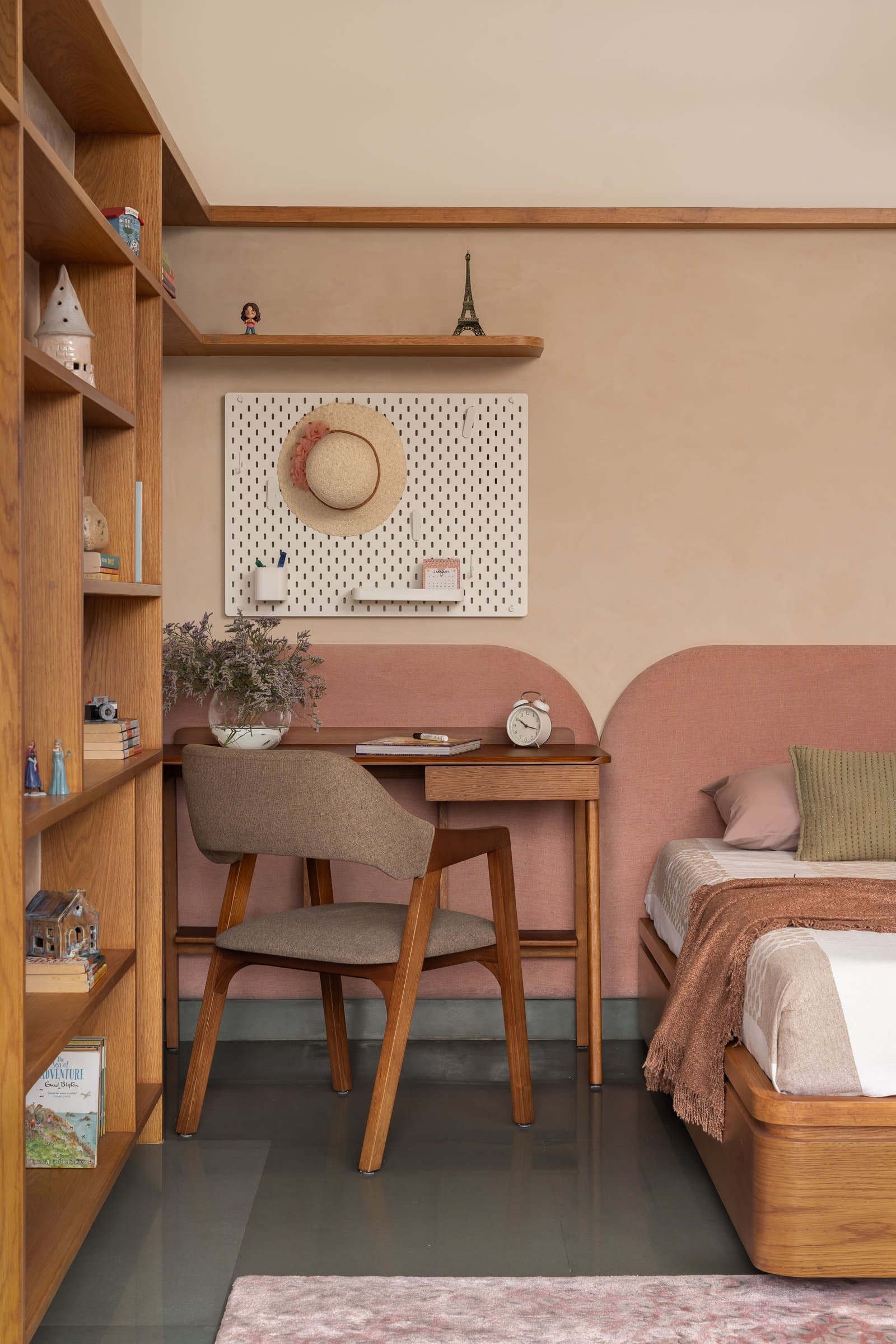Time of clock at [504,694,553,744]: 10:17
